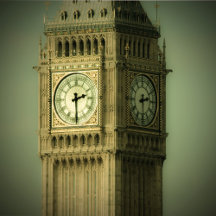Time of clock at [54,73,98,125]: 2:29
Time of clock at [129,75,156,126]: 2:29
